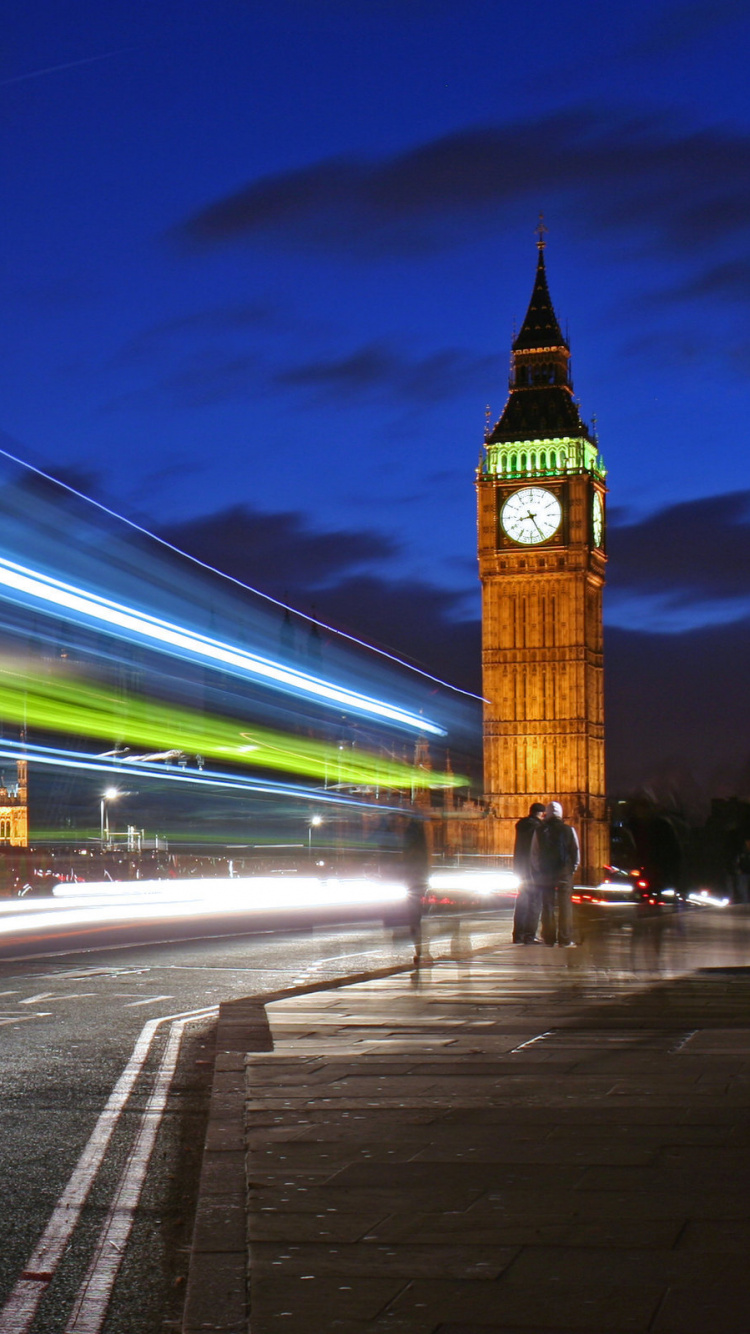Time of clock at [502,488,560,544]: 8:25
